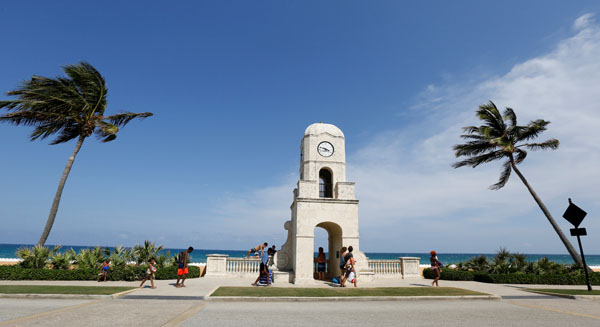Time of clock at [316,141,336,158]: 3:47
